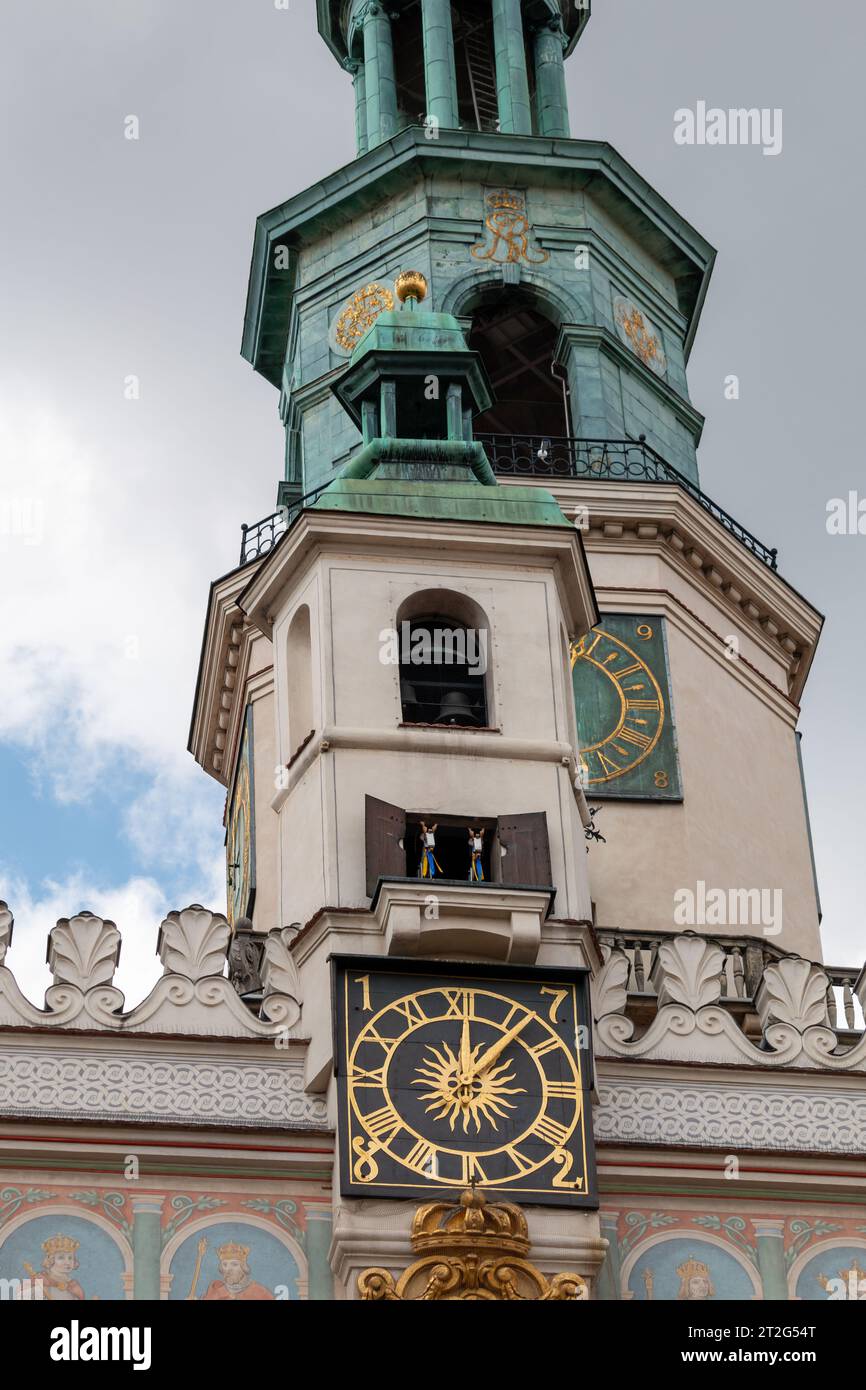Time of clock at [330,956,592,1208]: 12:06
